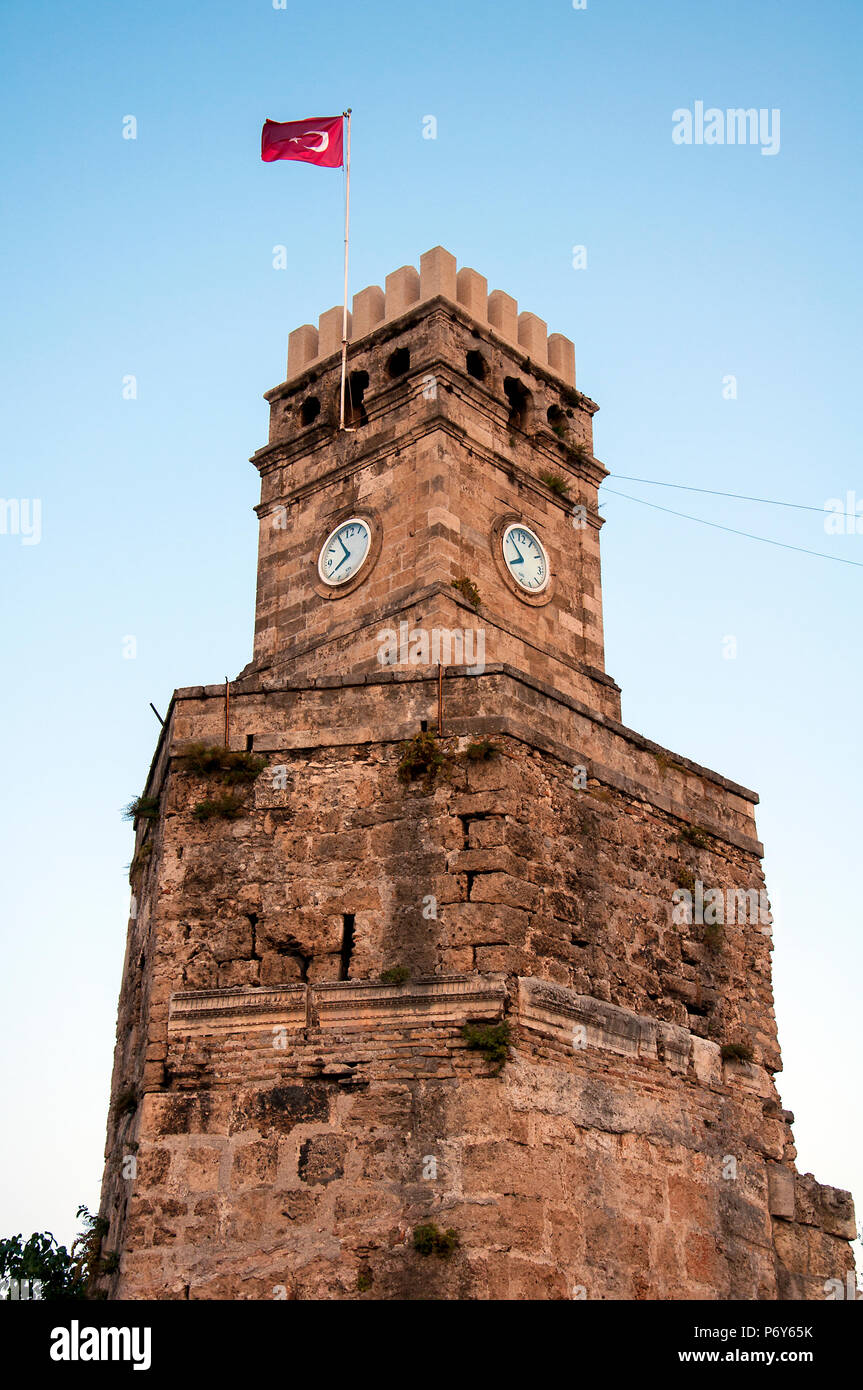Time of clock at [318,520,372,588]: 7:54
